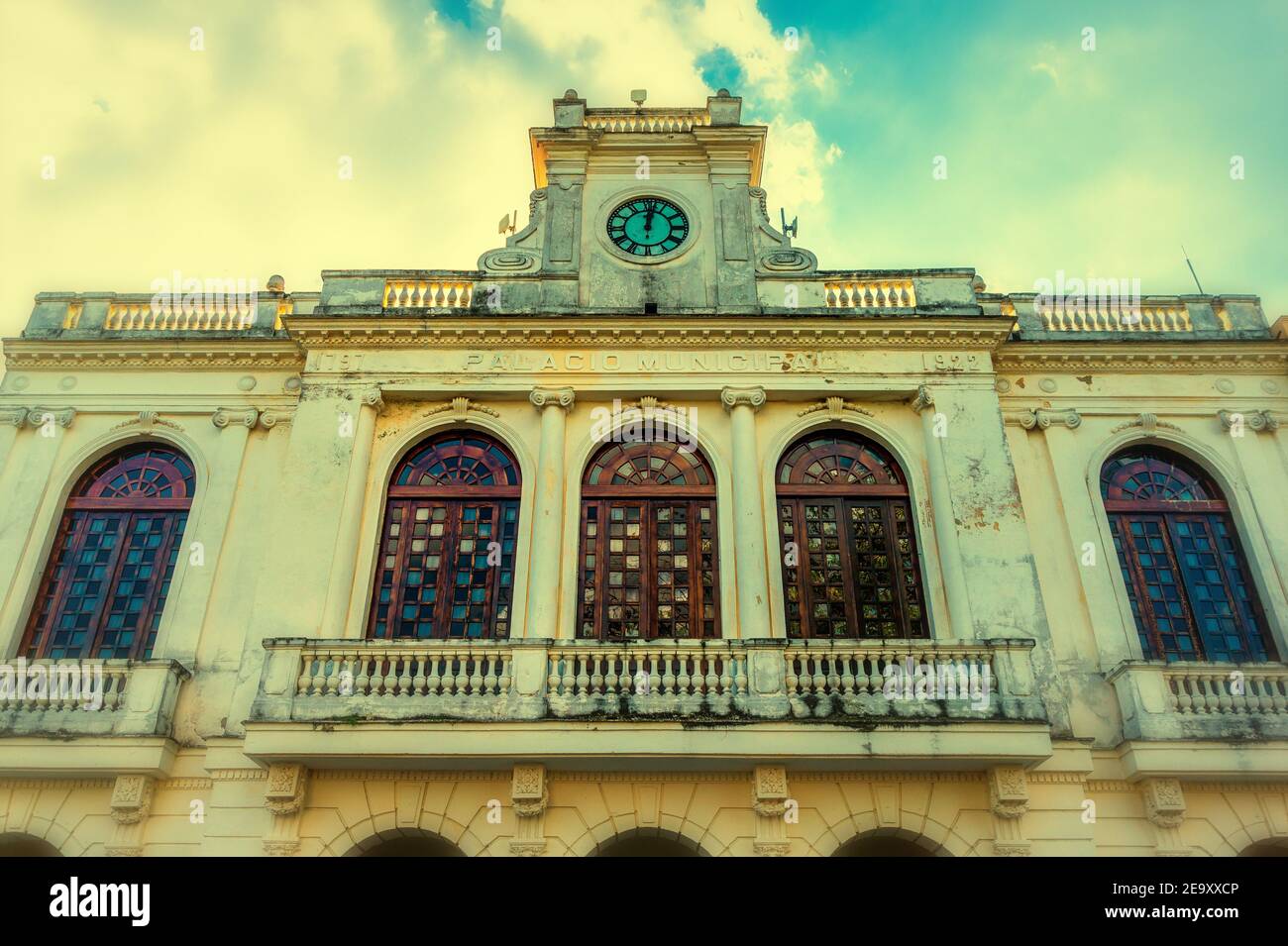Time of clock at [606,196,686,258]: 12:01
